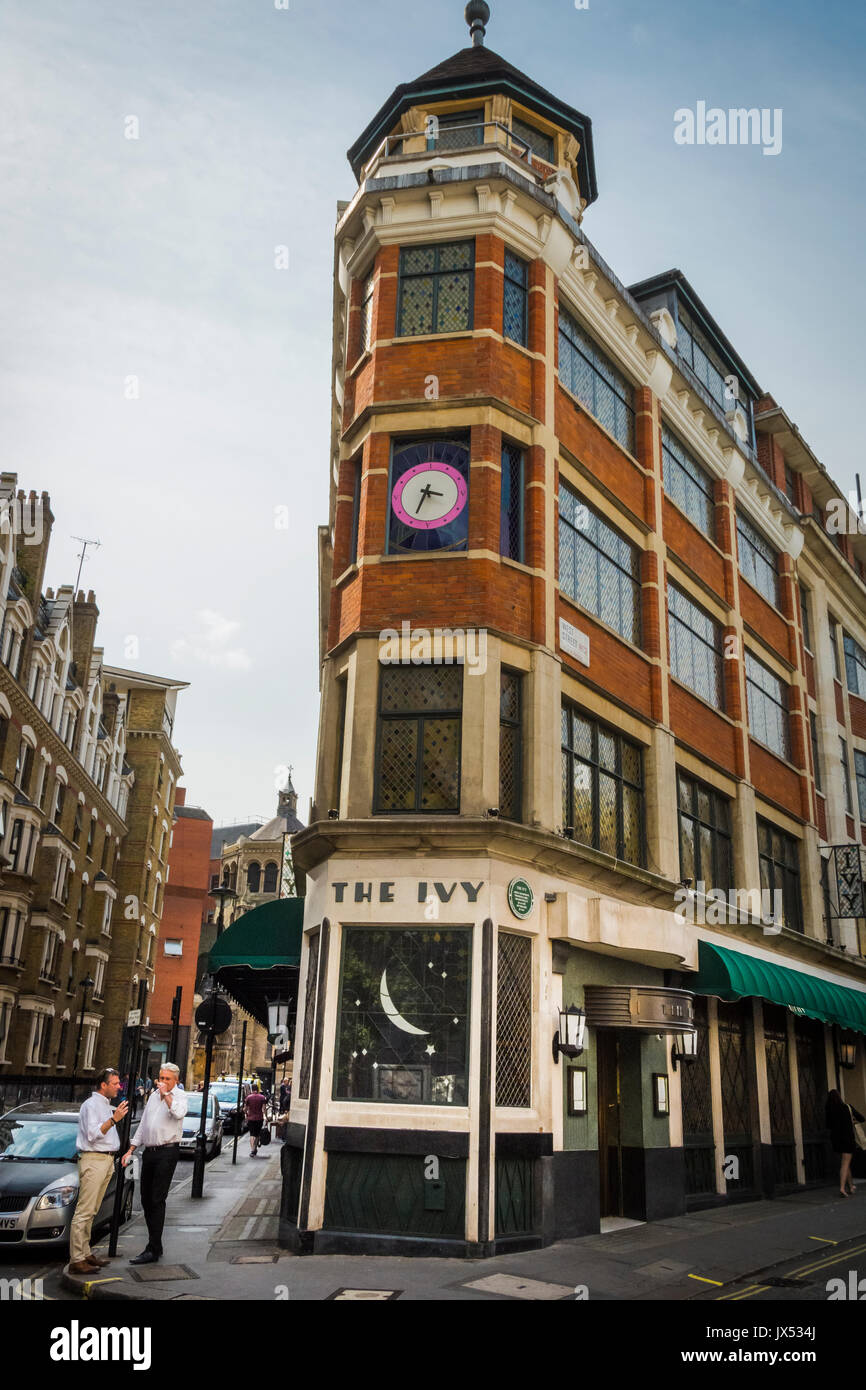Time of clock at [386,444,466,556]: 3:34
